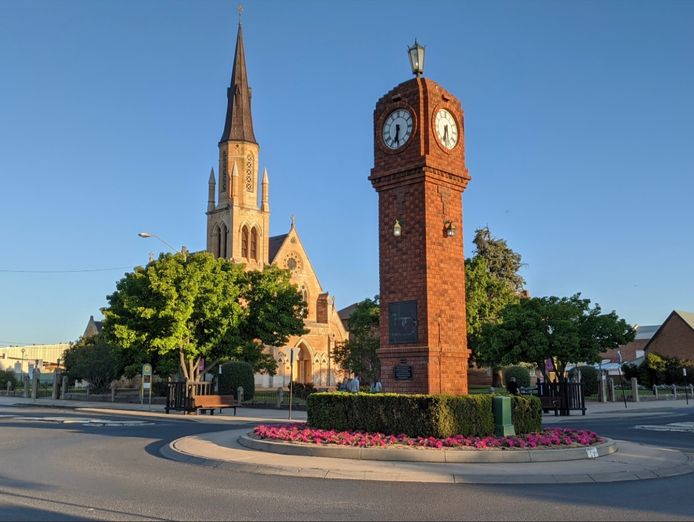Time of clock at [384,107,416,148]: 6:29
